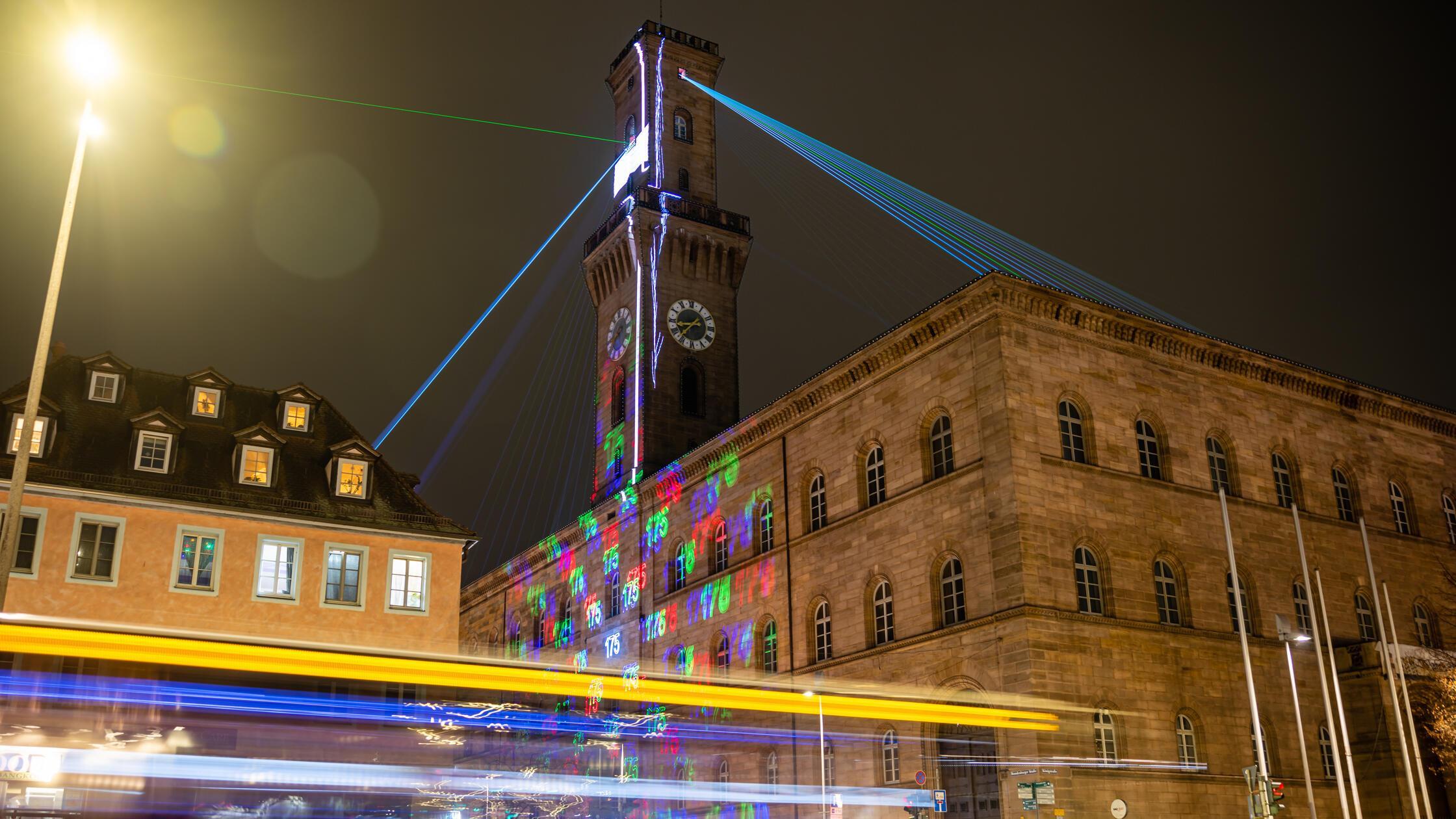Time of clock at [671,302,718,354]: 8:37
